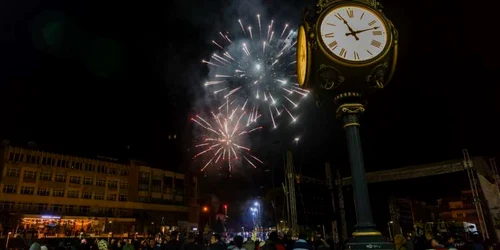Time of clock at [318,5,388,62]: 11:12
